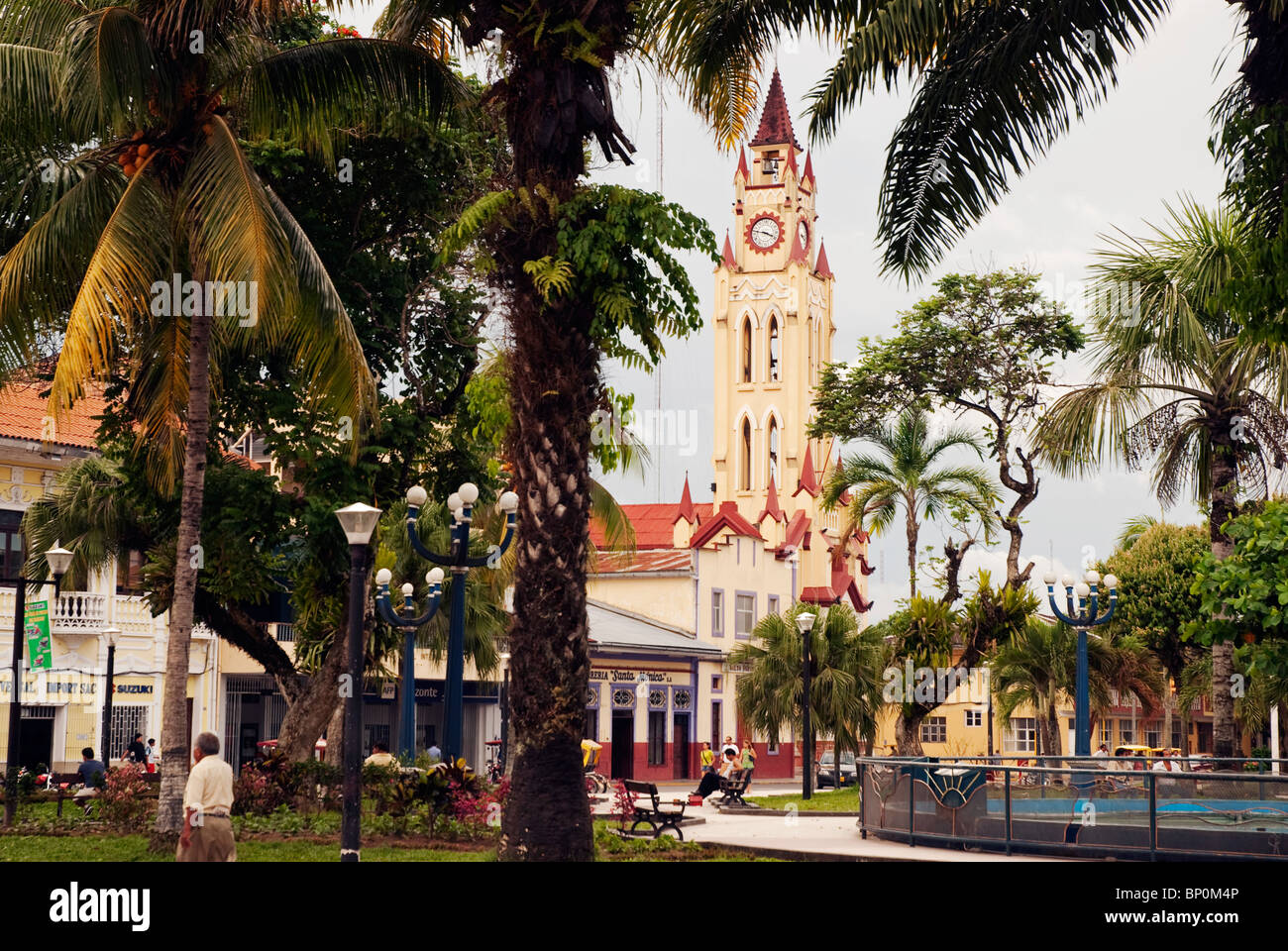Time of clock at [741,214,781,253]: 3:47
